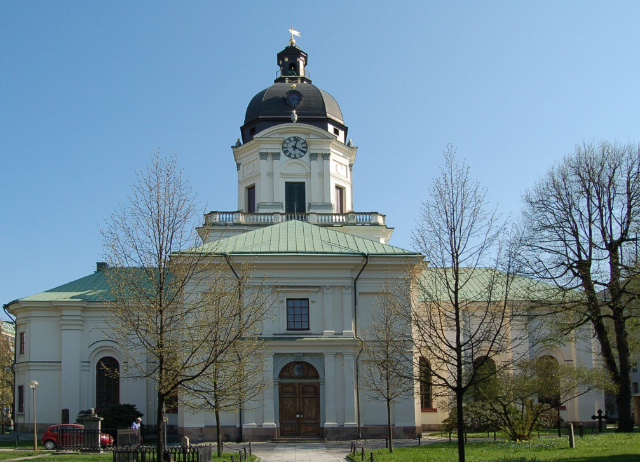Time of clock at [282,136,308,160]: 4:02
